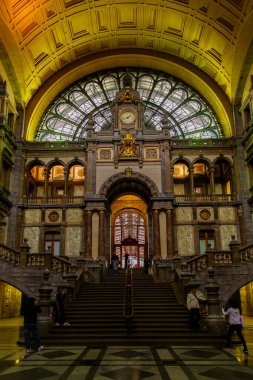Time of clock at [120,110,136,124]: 1:42
